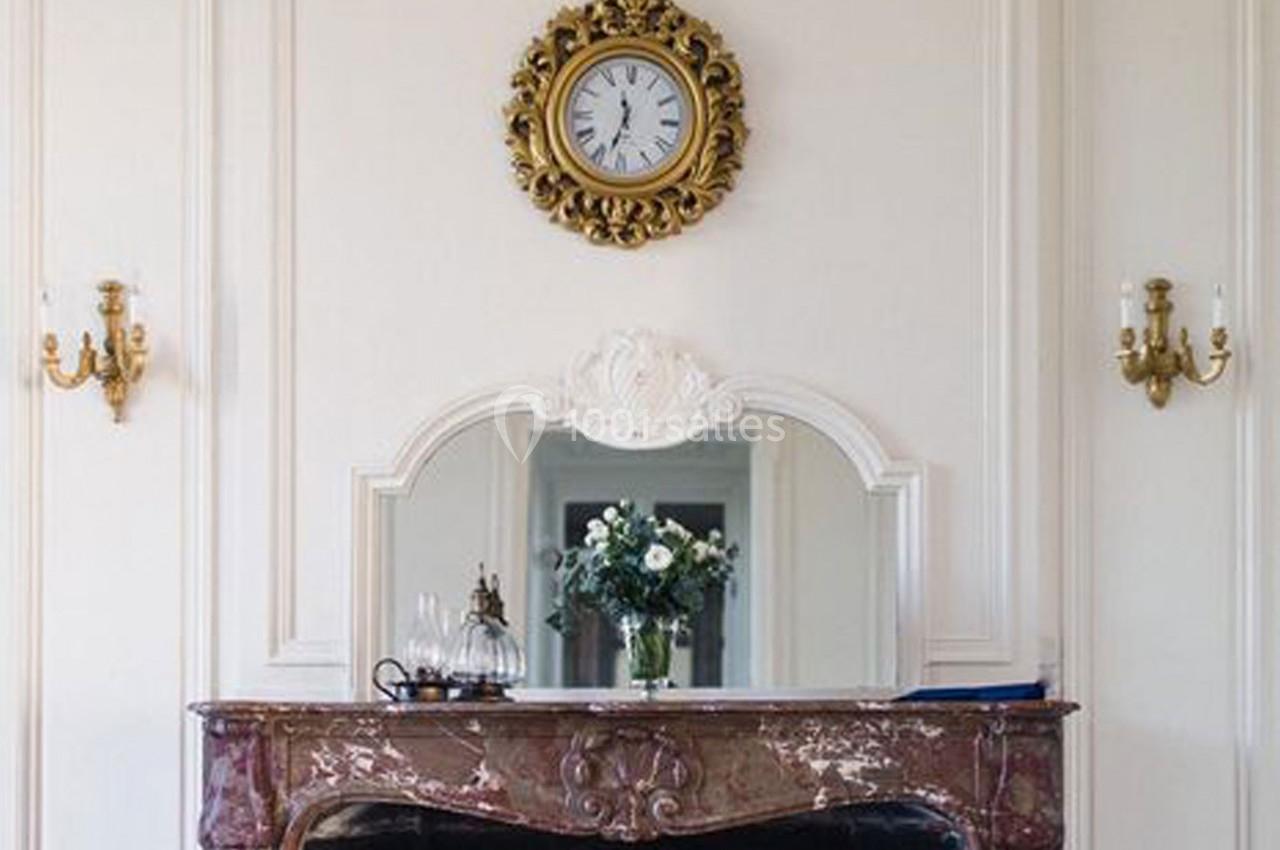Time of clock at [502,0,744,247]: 11:33
